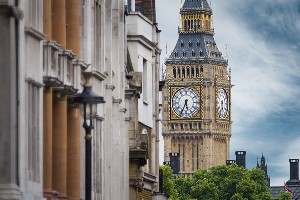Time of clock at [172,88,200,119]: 5:34
